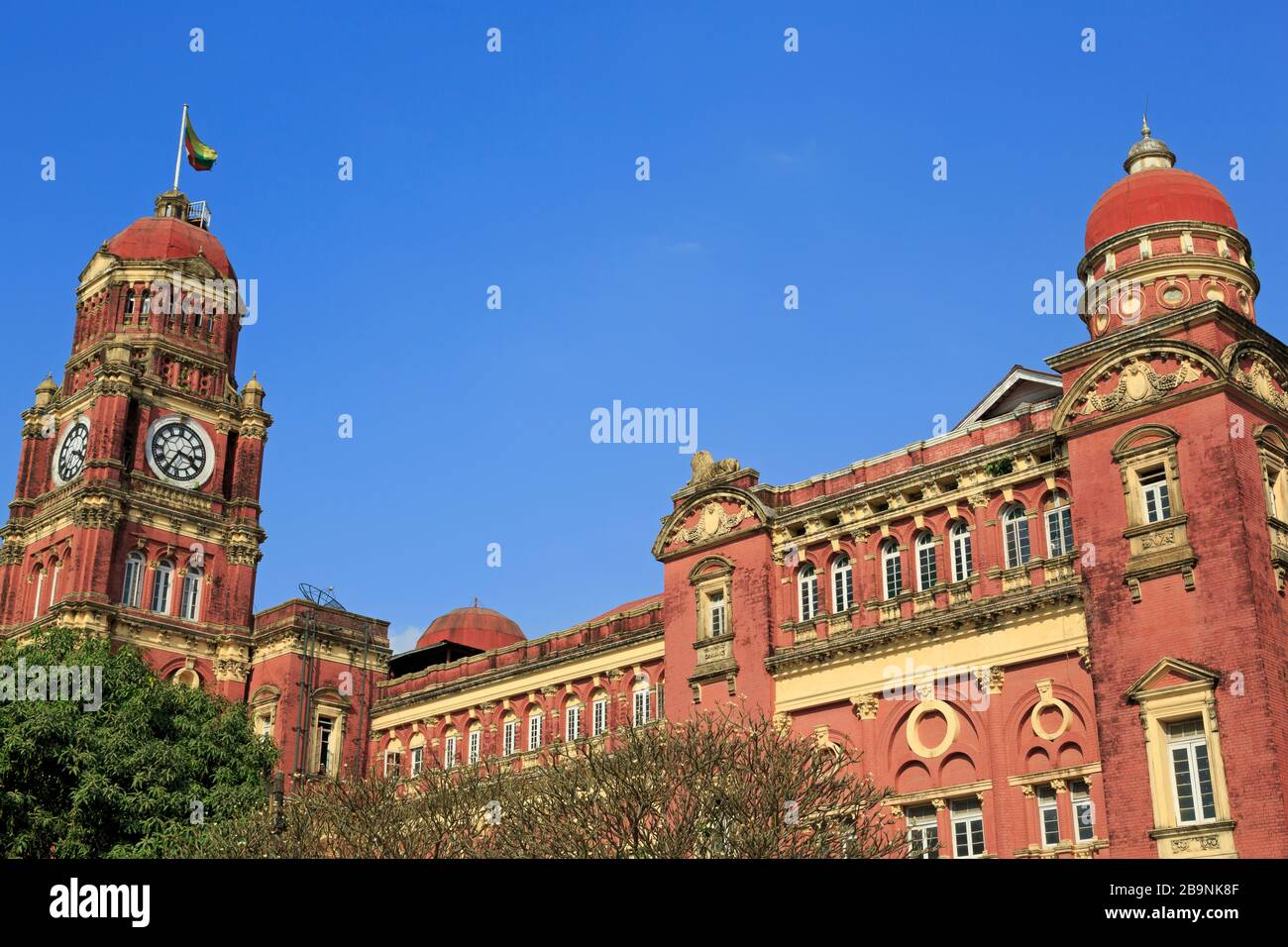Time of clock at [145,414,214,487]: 3:34
